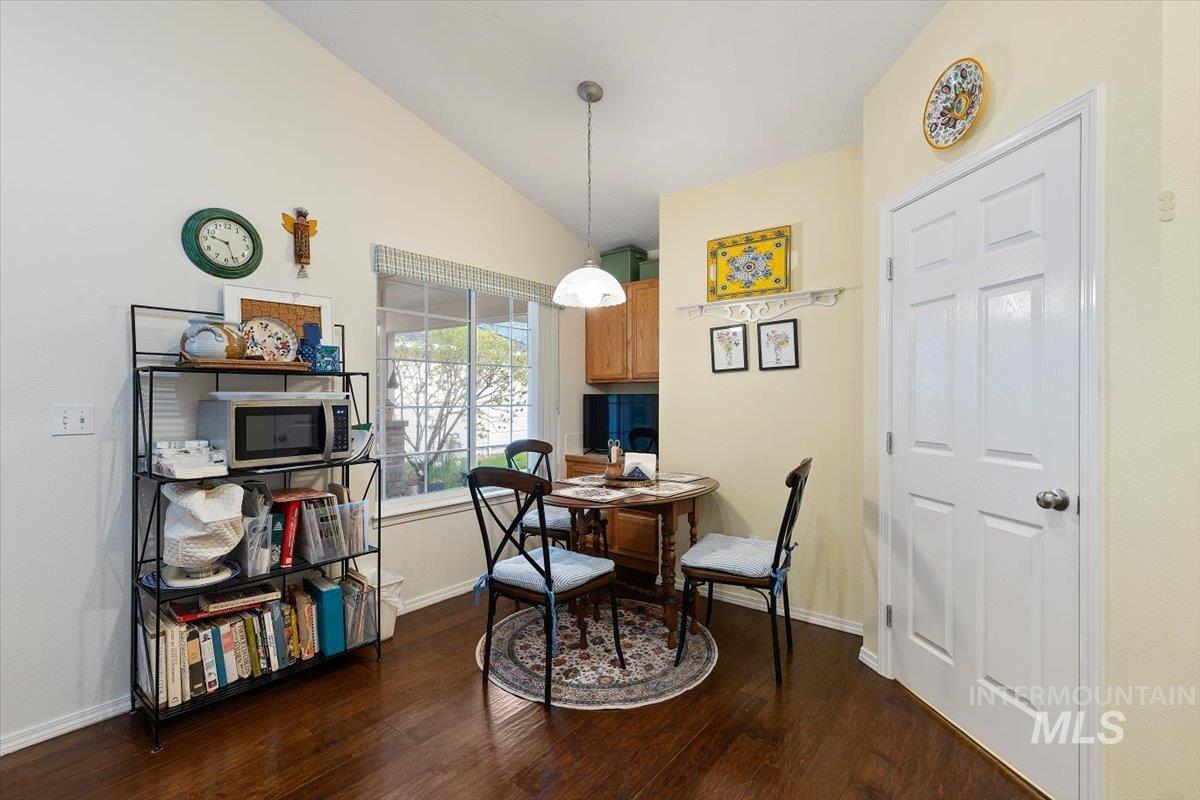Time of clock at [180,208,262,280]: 9:26
